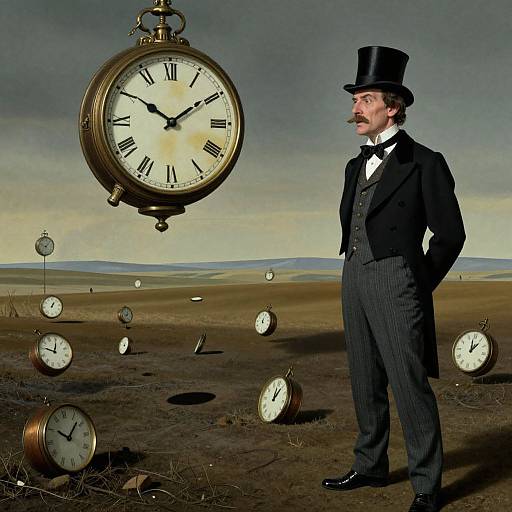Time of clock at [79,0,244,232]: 10:09
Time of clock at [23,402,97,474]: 10:07
